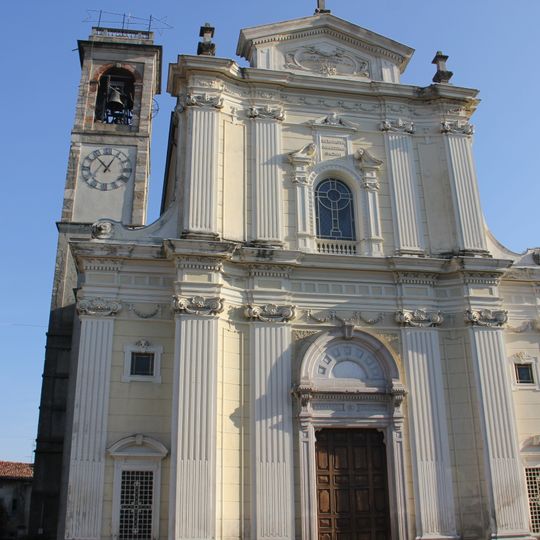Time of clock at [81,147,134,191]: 12:53
